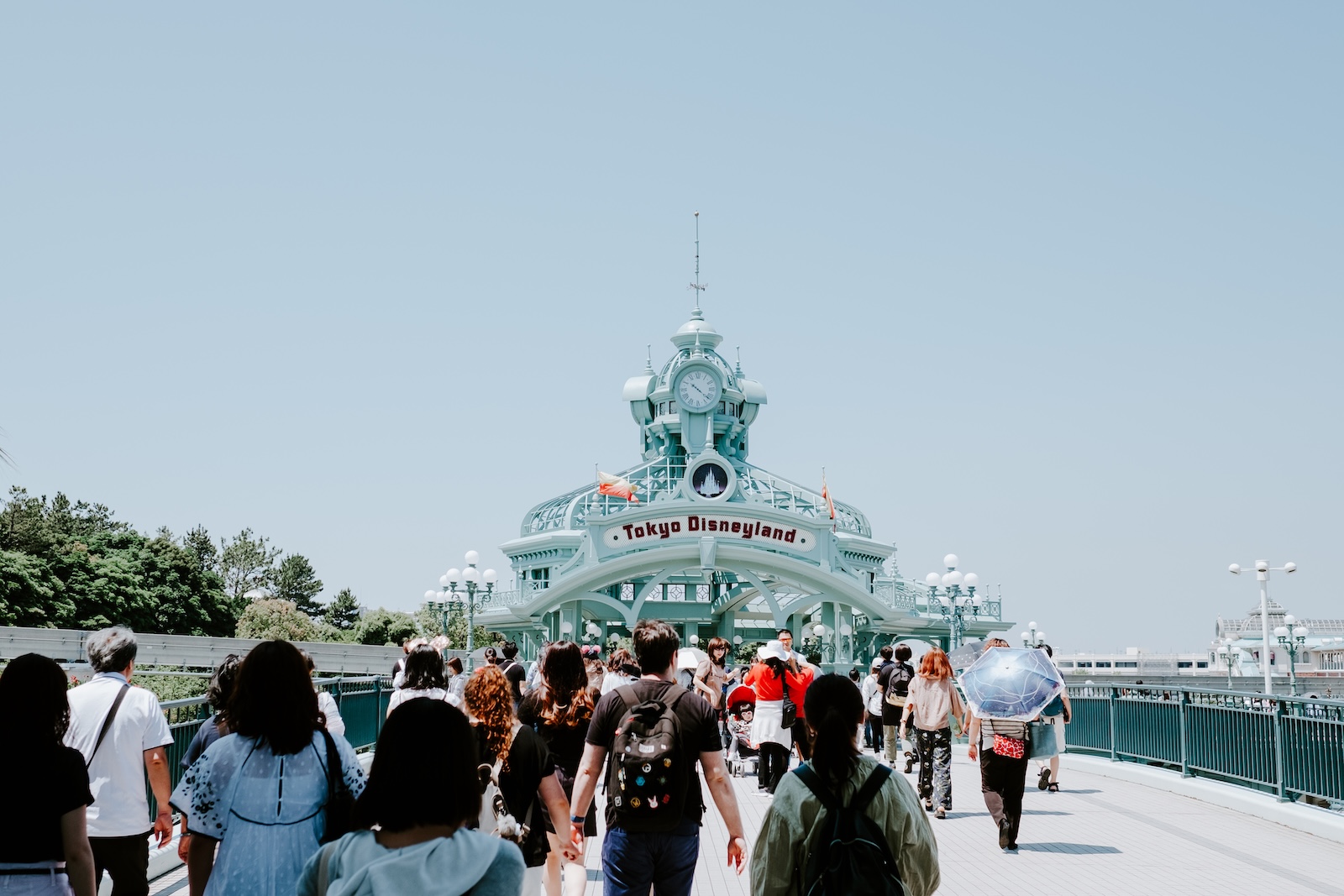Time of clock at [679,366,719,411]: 10:21
